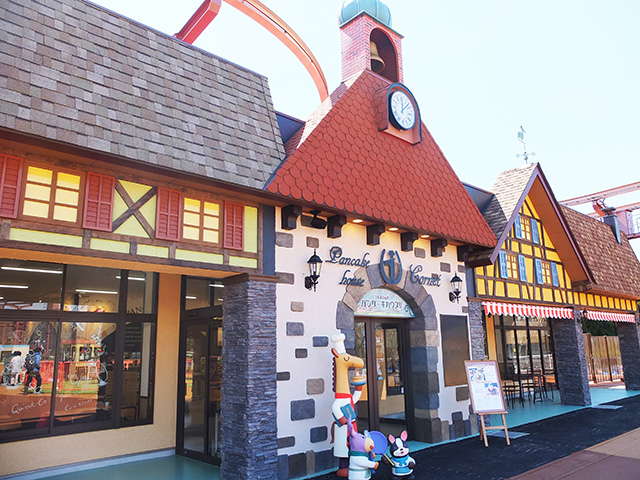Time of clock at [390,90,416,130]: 12:07
